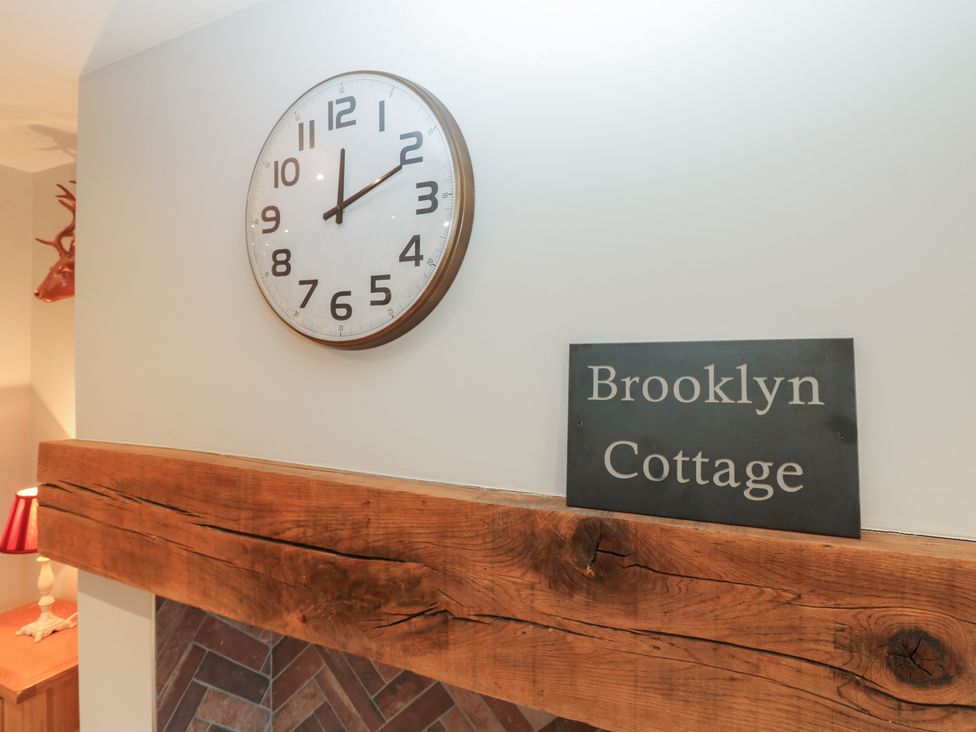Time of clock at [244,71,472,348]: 12:11
